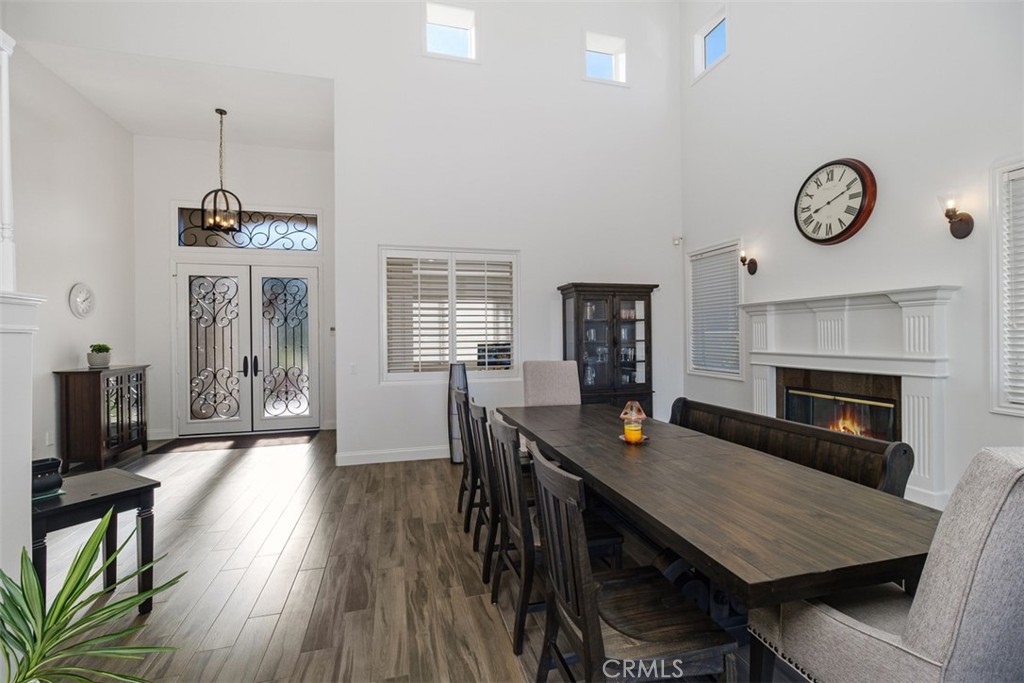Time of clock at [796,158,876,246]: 8:11
